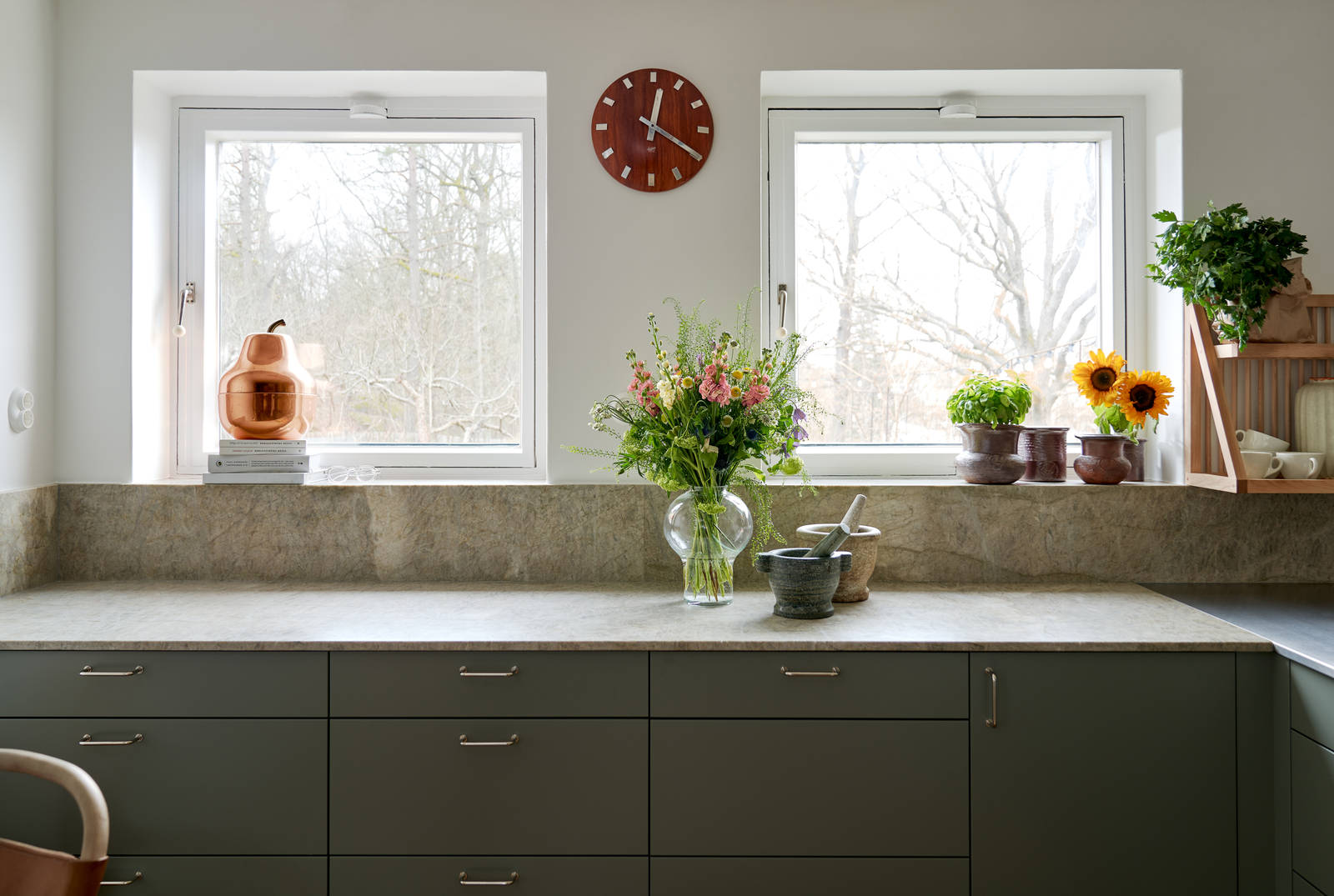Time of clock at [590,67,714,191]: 12:19
